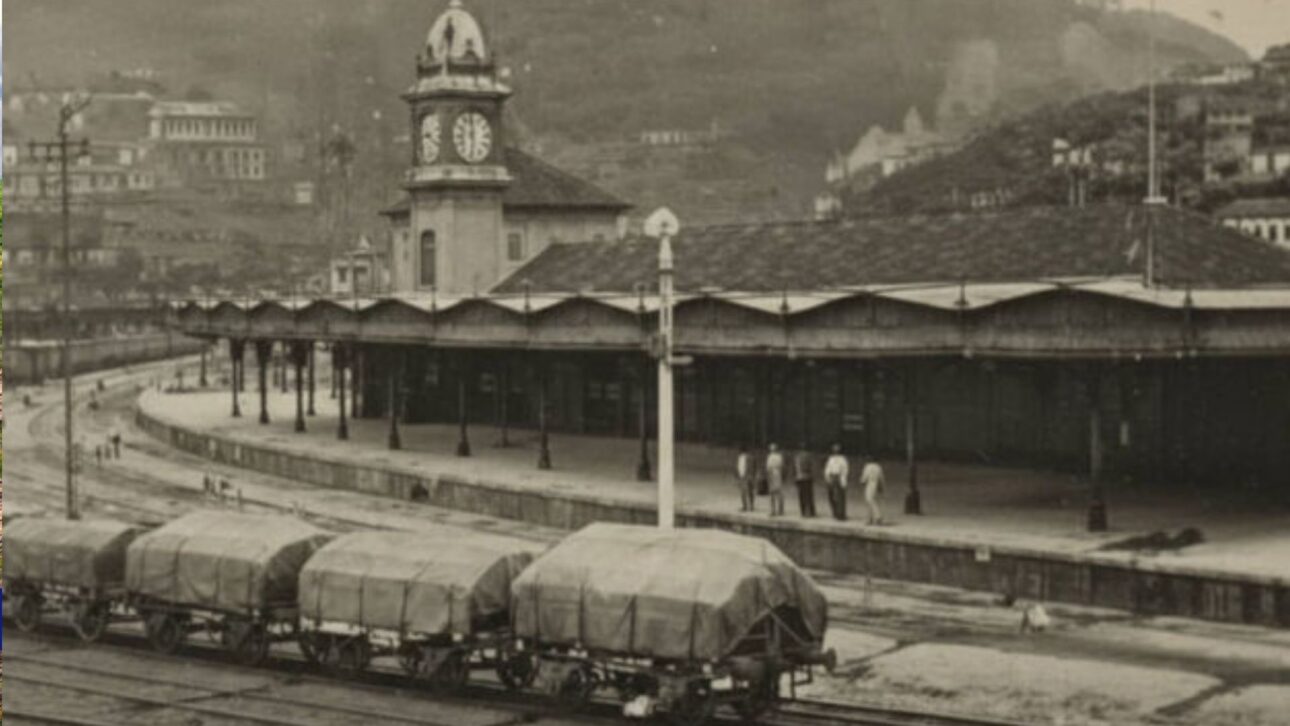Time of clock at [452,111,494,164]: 5:59
